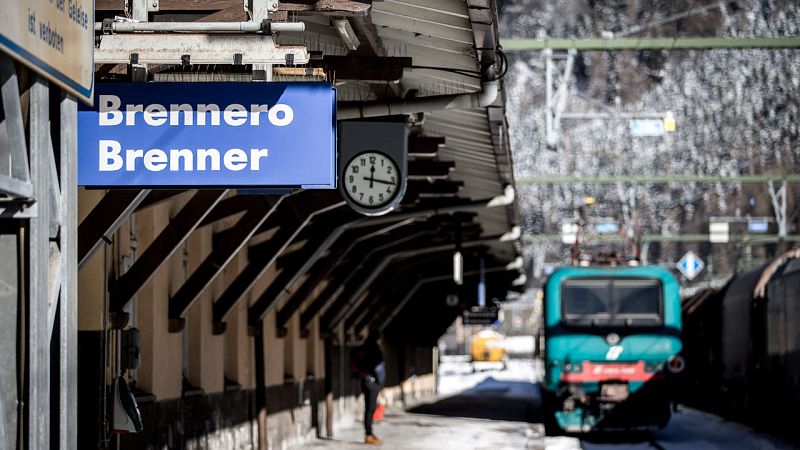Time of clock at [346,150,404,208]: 12:16
